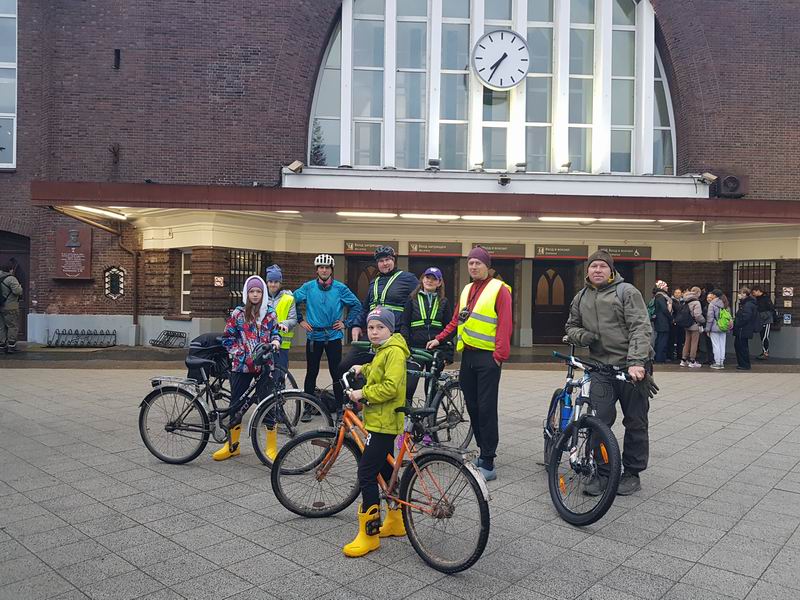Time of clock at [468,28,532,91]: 7:35
